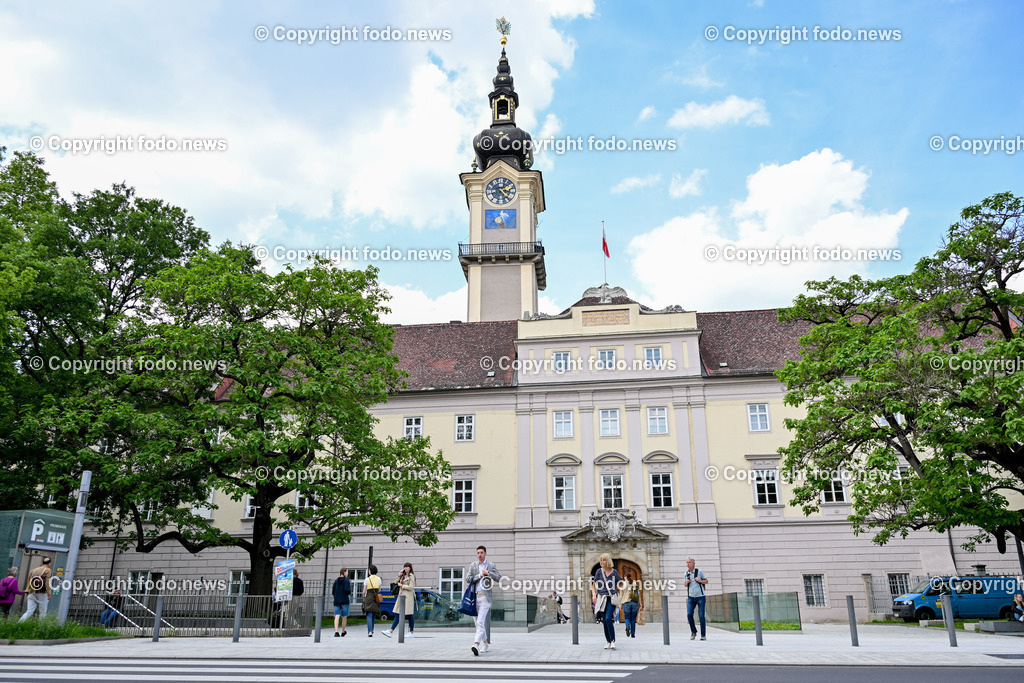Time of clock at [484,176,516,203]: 2:21
